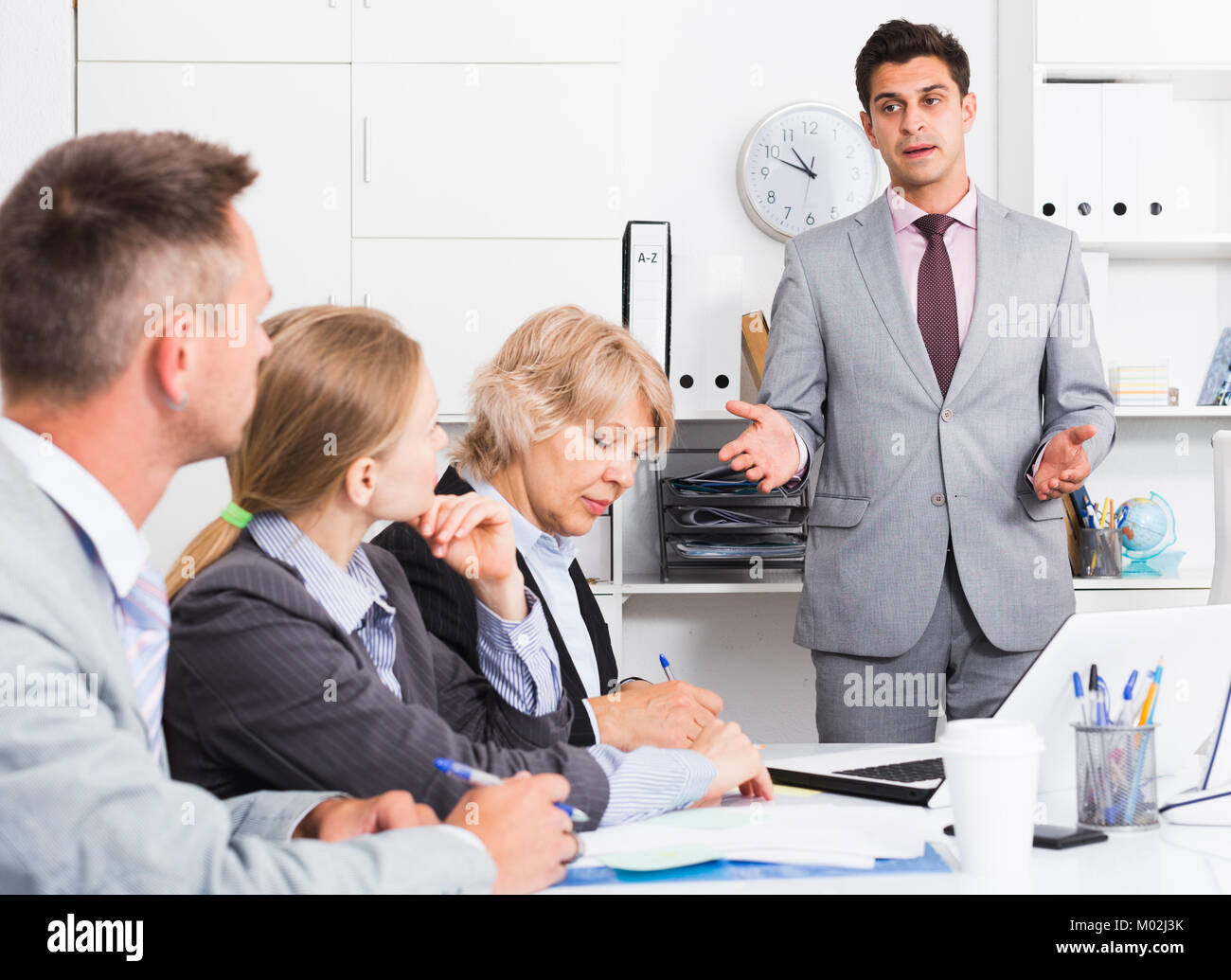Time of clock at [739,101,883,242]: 10:48
